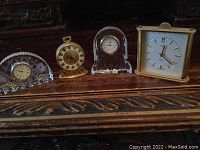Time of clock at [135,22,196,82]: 12:21
